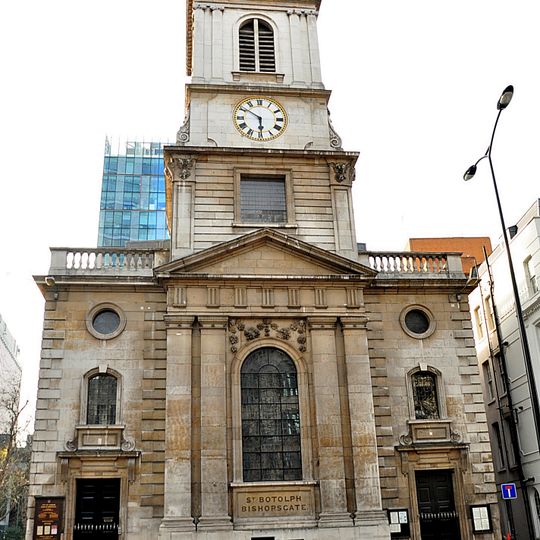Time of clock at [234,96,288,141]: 5:50
